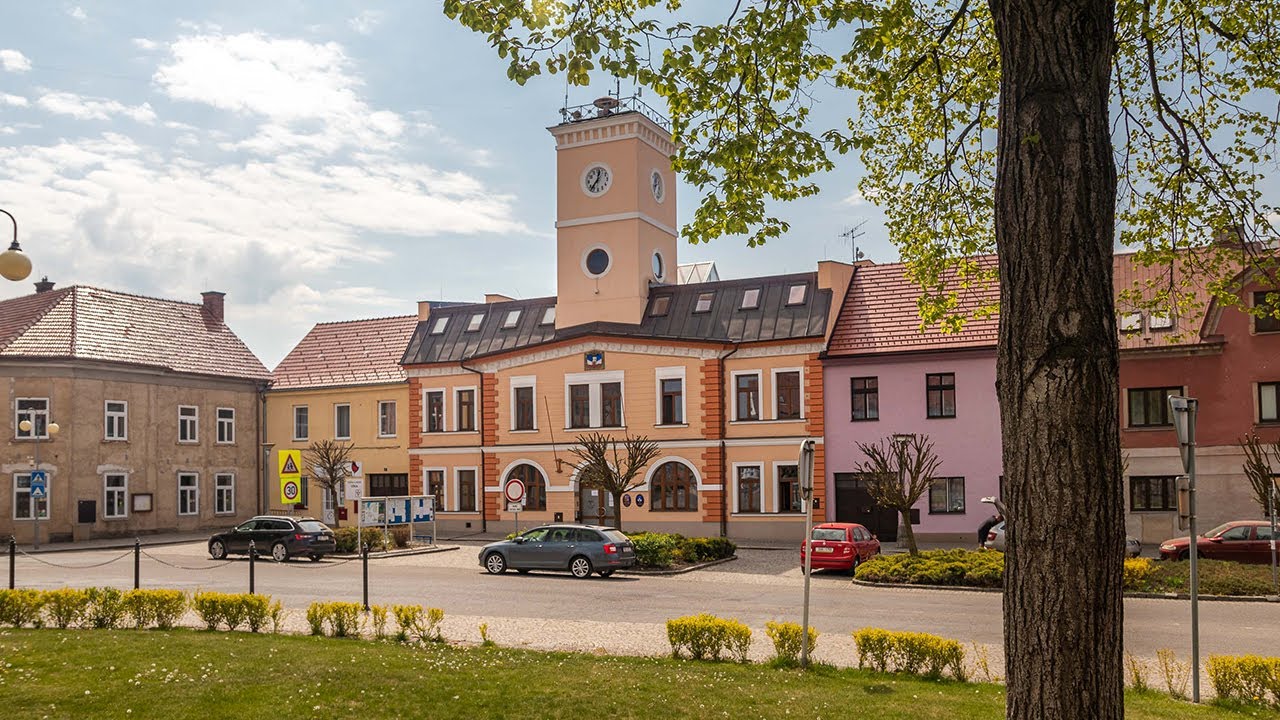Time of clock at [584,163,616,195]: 12:36
